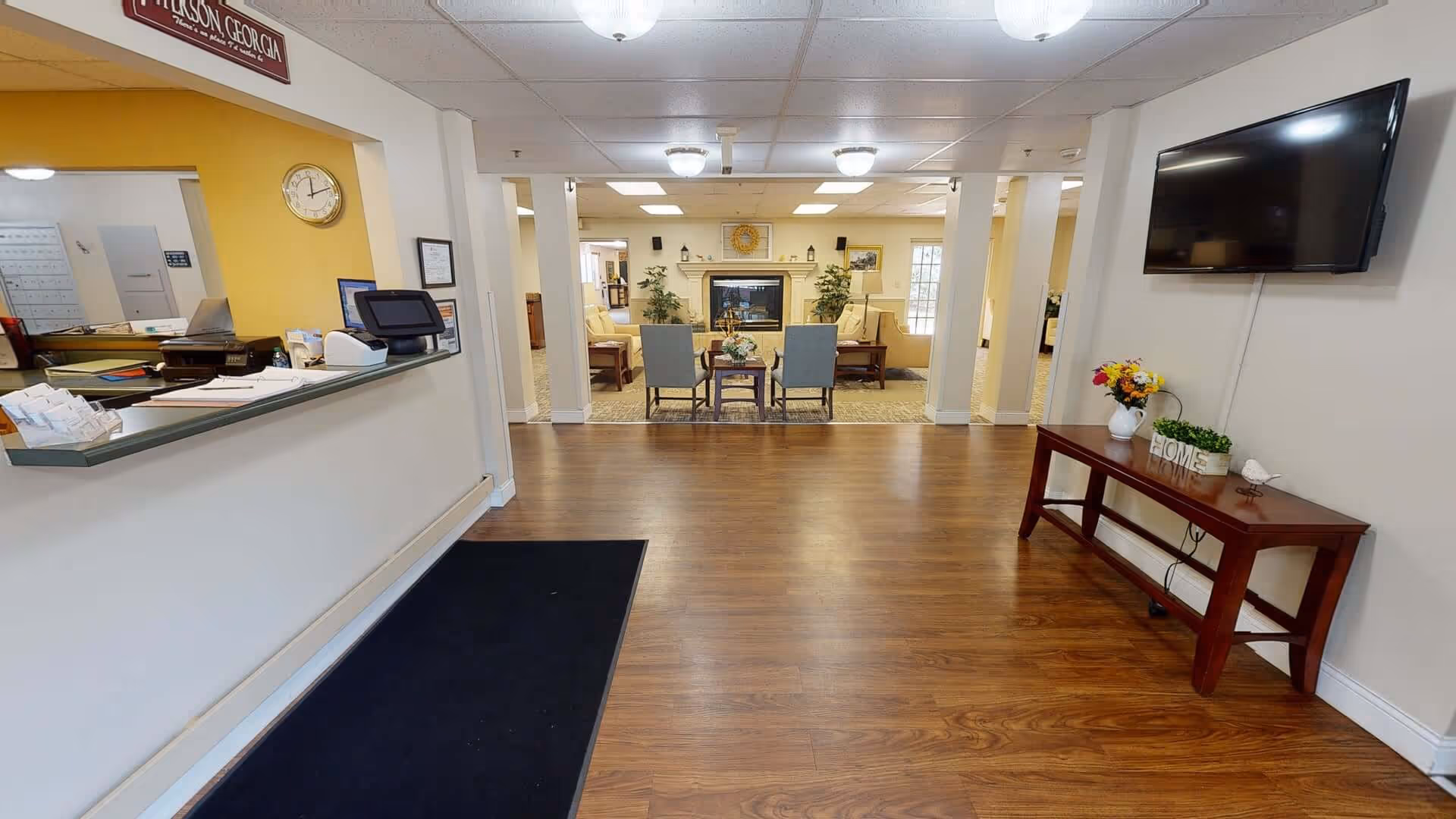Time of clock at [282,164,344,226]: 12:12
